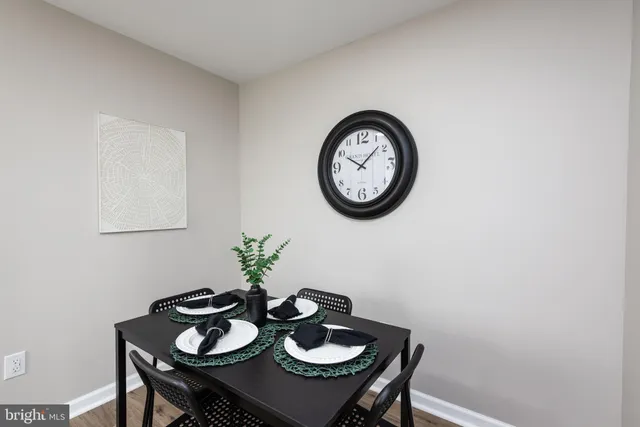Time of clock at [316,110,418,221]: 10:07
